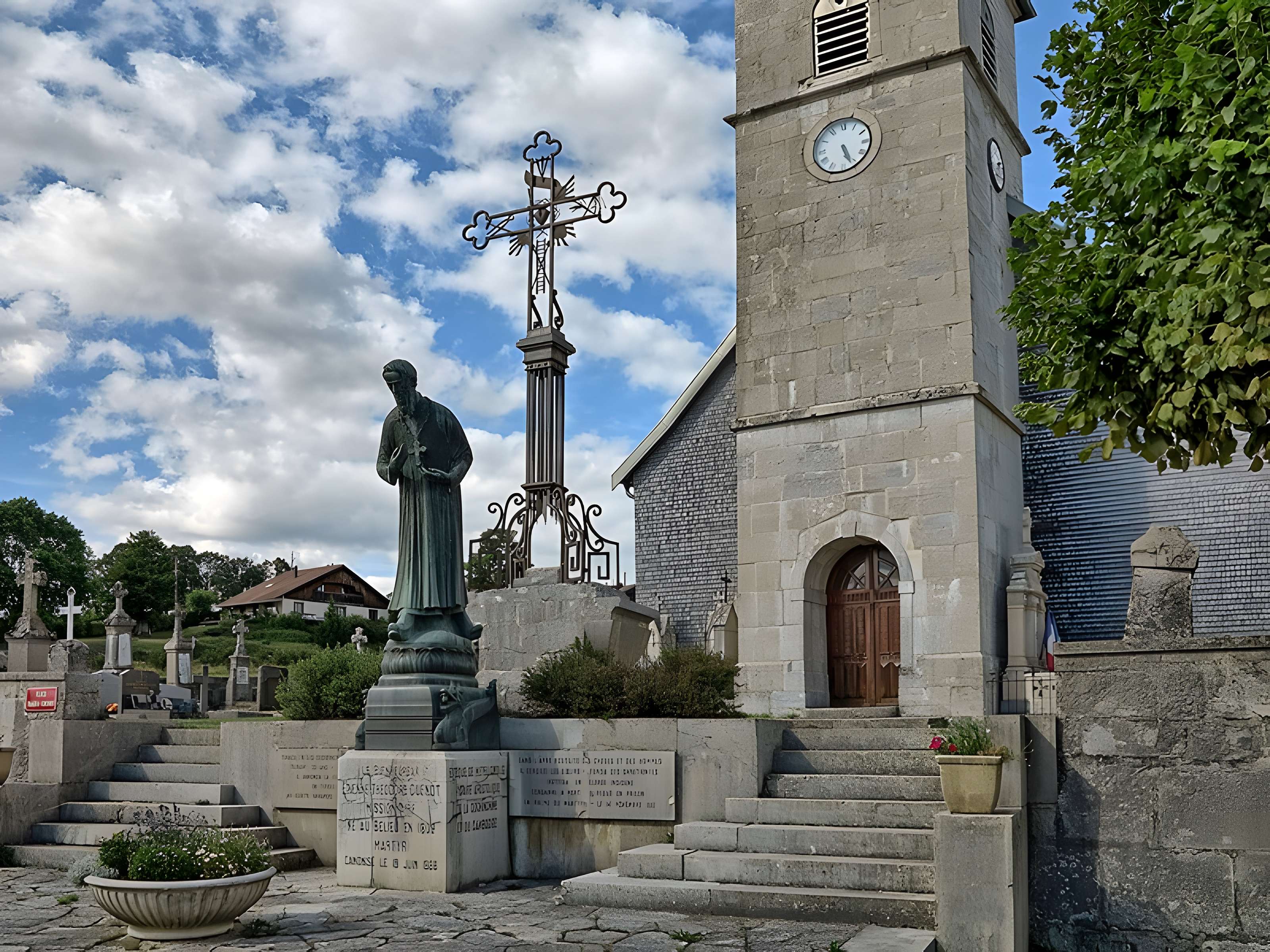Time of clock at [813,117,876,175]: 5:26
